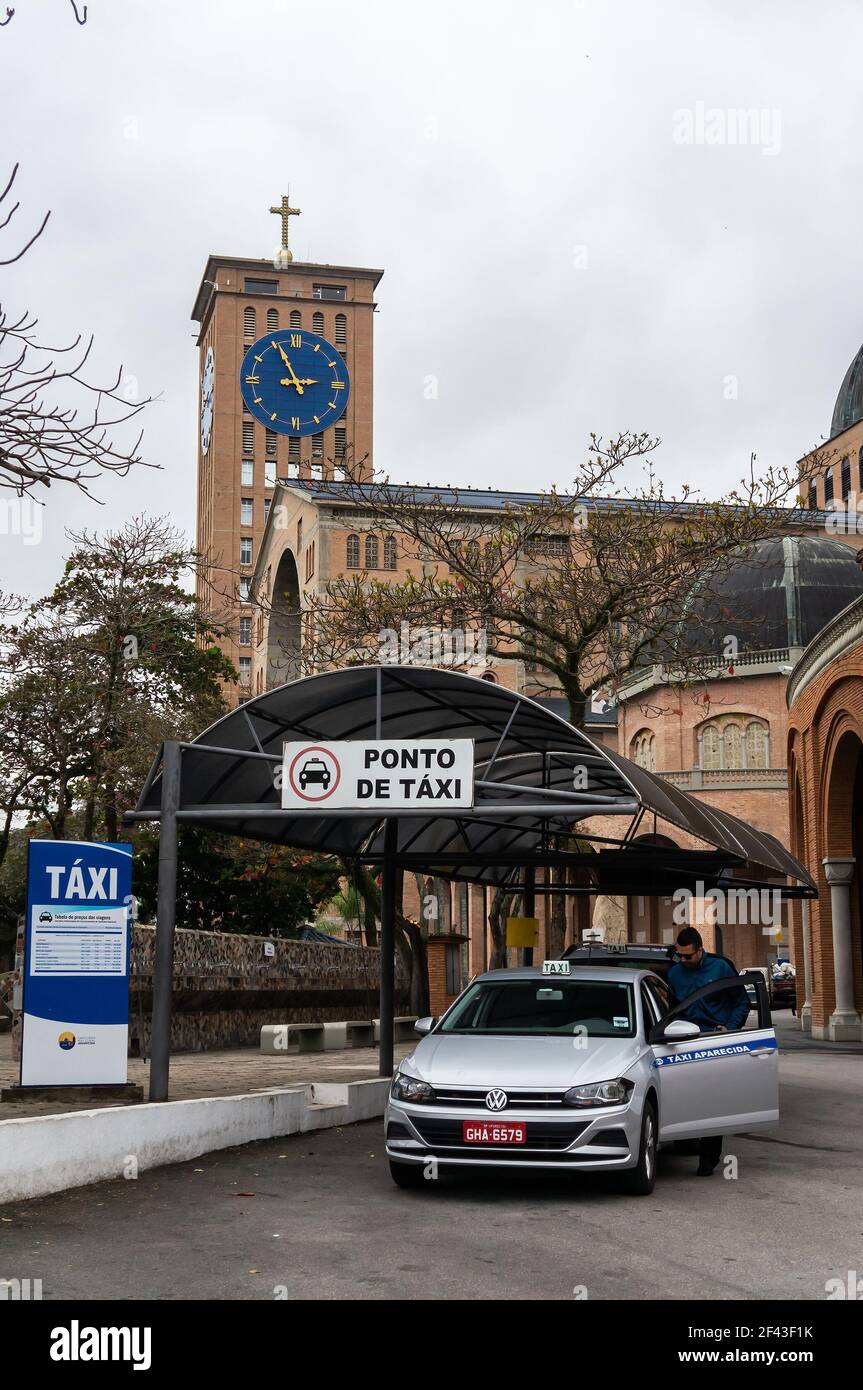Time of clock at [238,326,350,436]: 2:55
